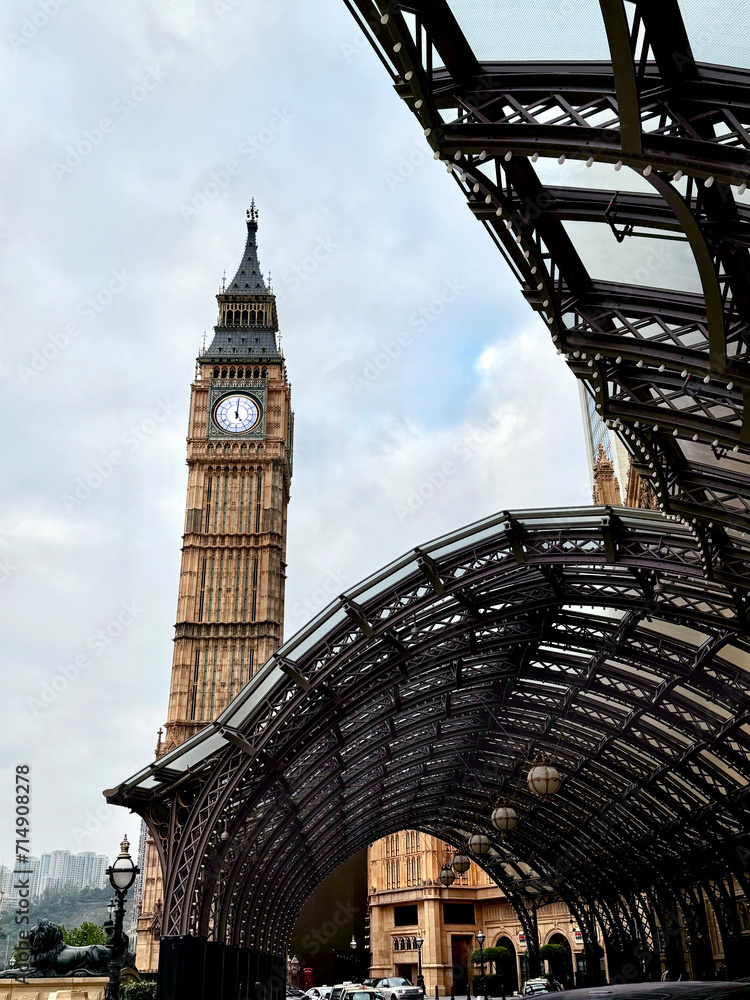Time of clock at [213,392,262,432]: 5:00
